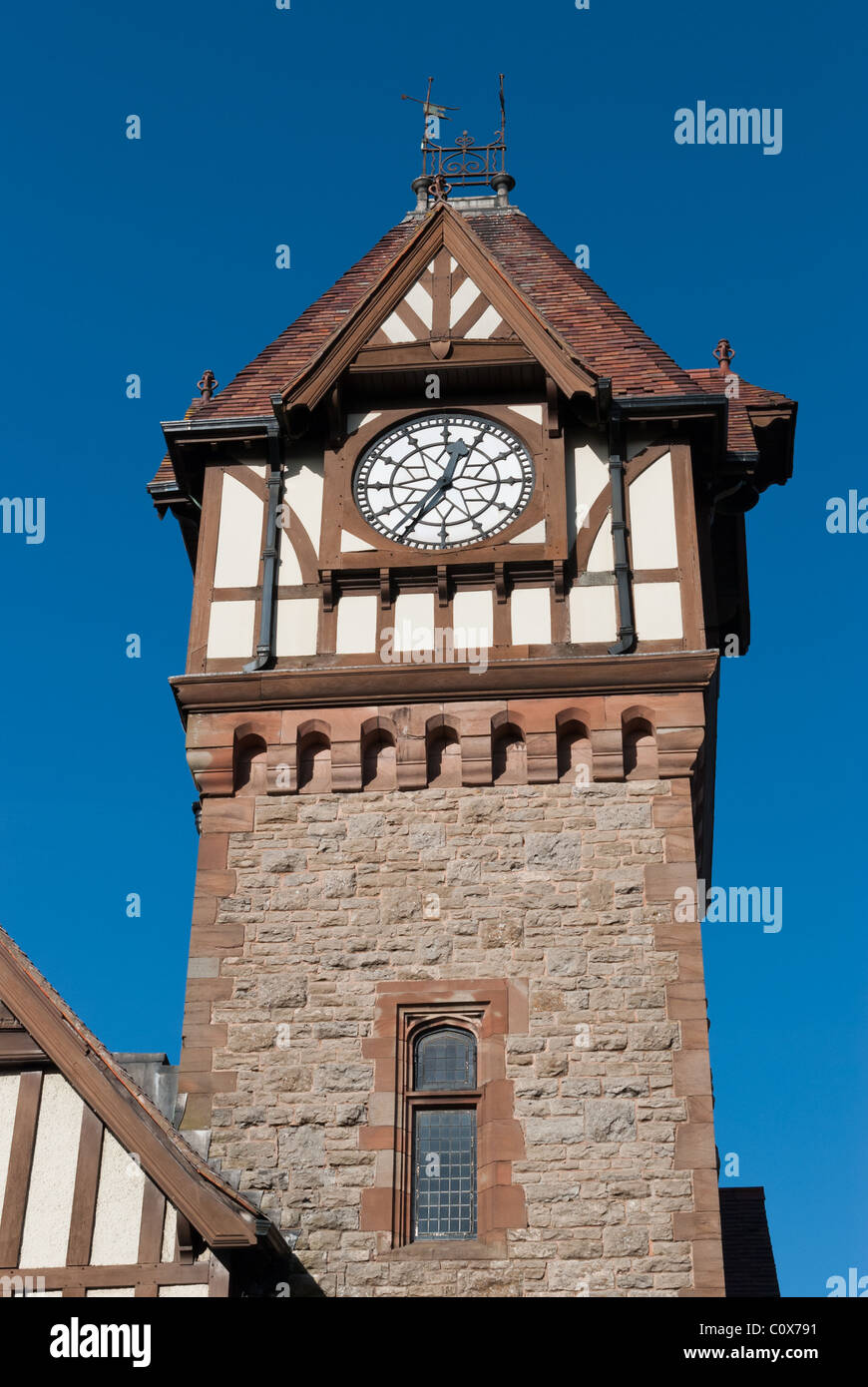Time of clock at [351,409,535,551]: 12:35
